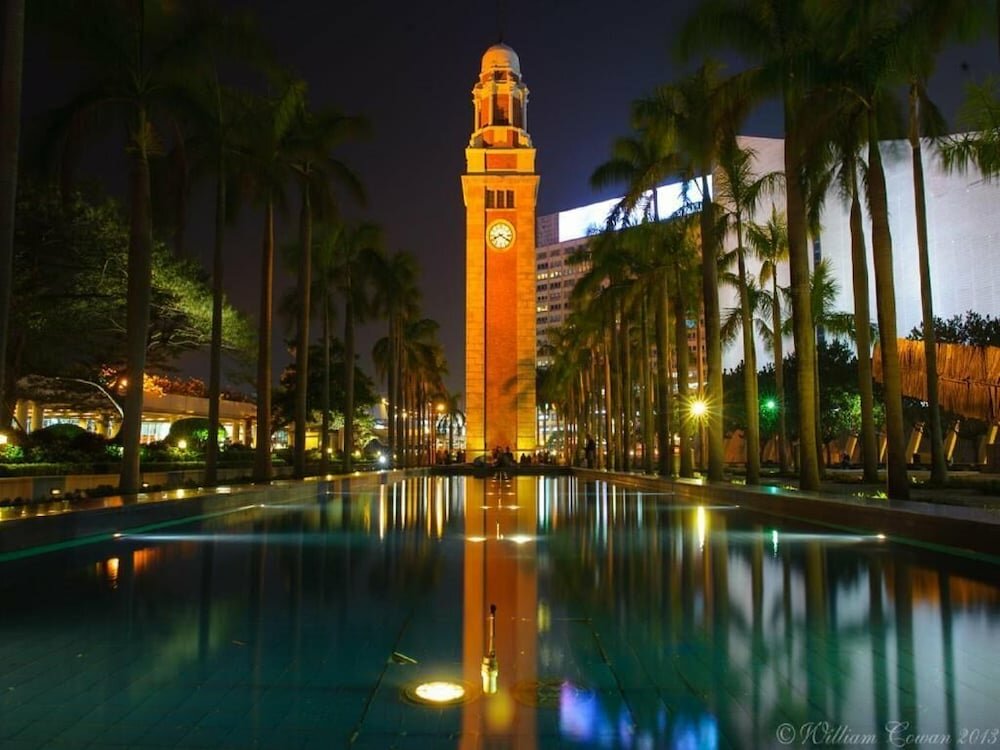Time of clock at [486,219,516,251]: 8:20
